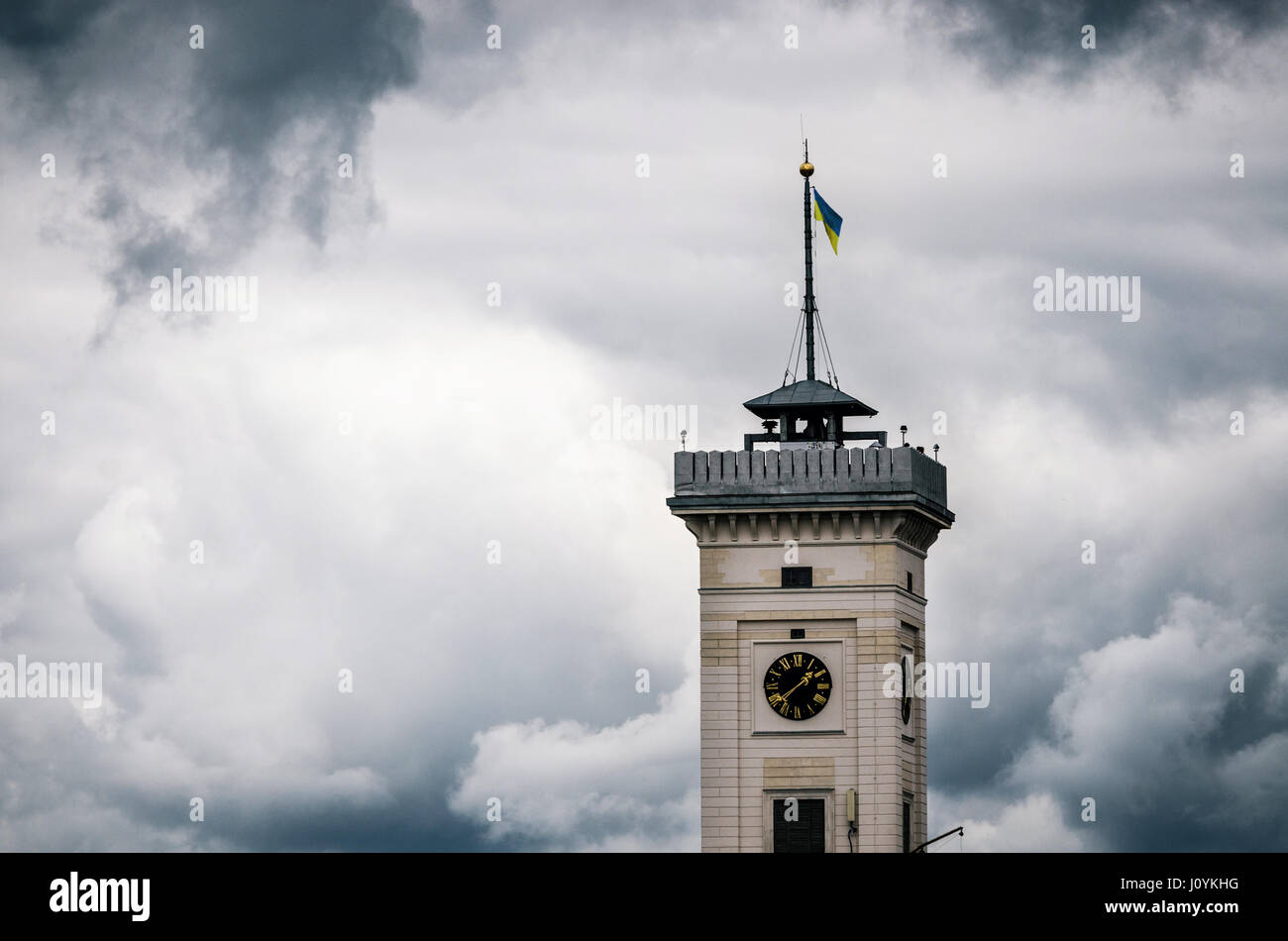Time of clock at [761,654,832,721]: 1:38
